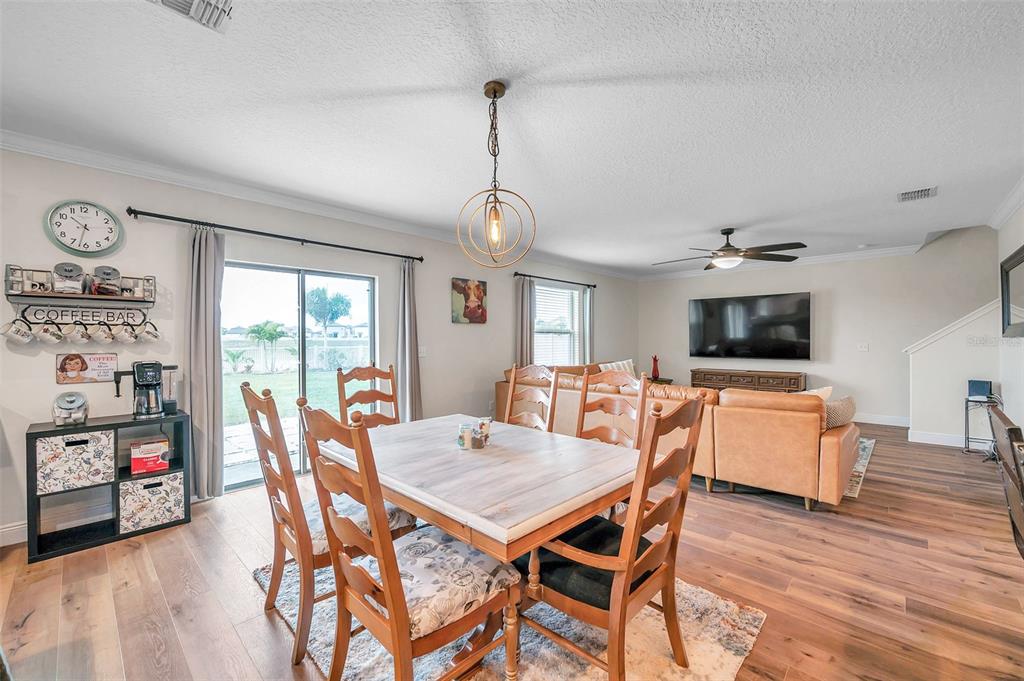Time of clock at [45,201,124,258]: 10:32
